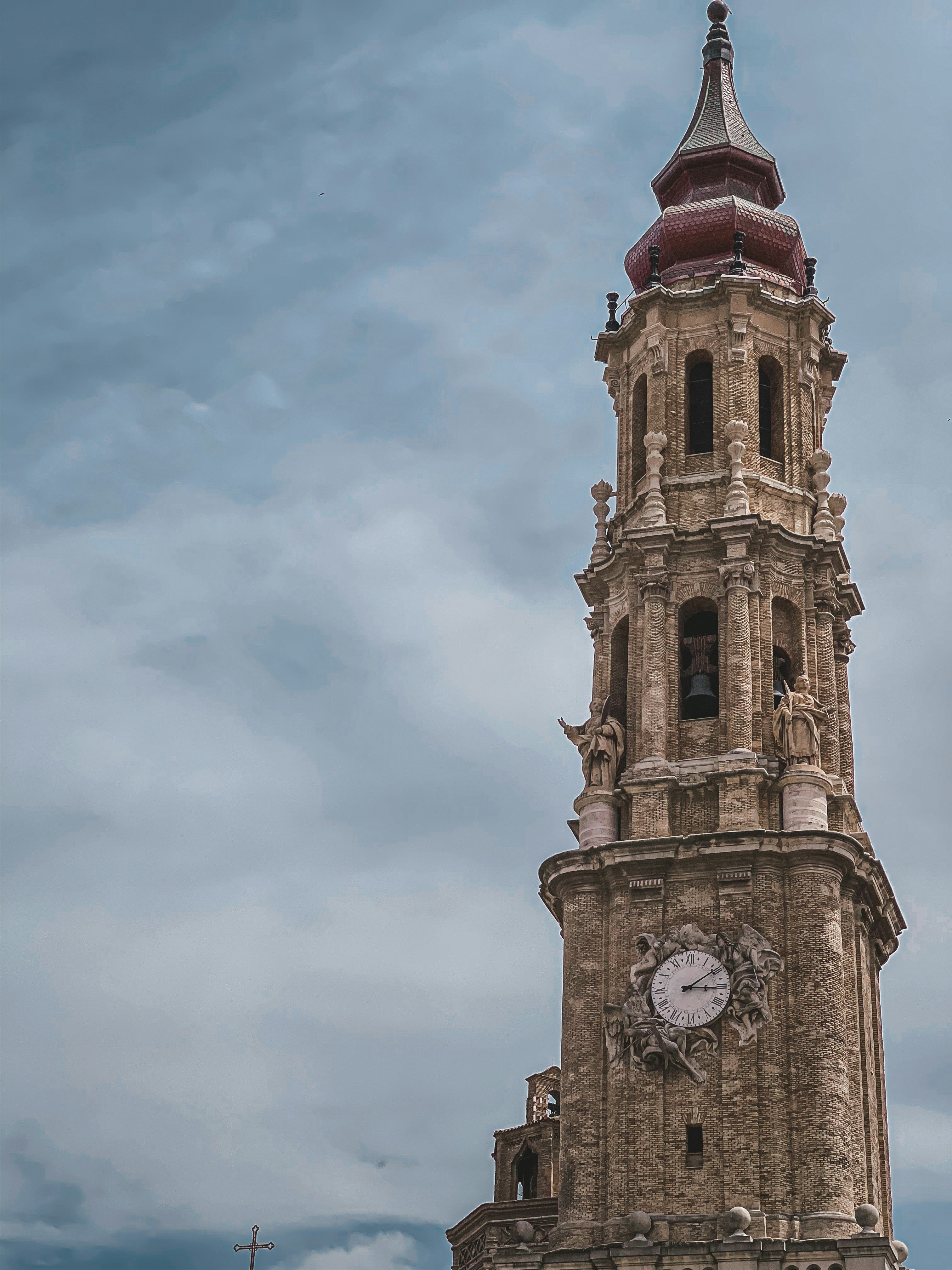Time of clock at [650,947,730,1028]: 3:09
